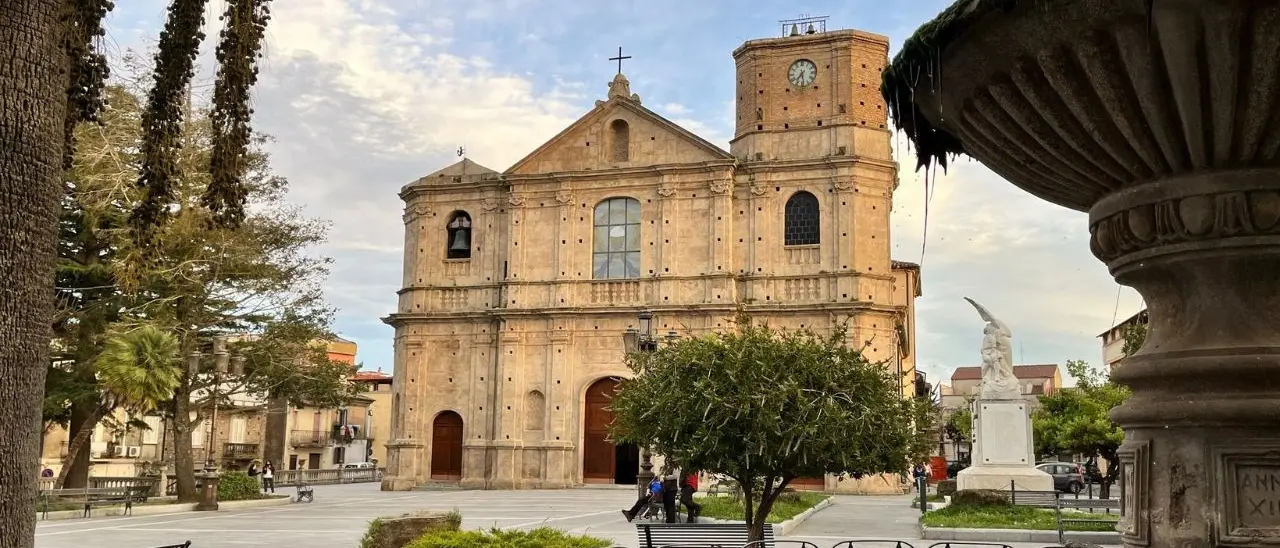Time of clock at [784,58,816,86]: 7:28
